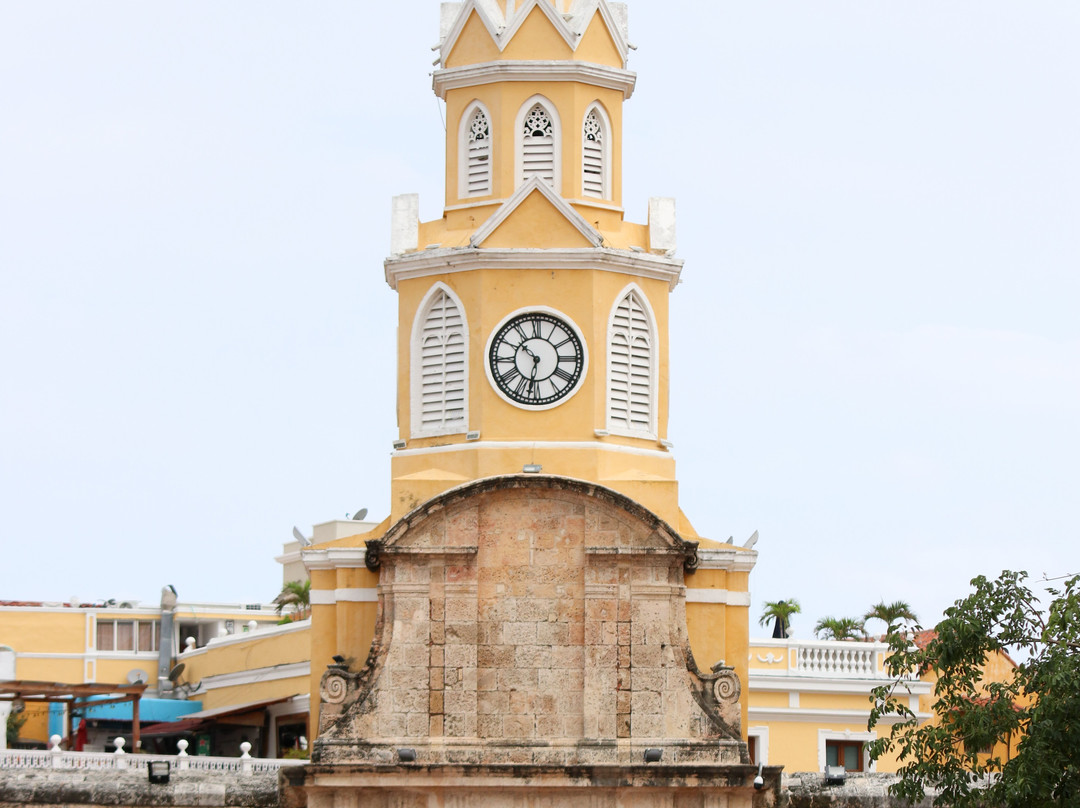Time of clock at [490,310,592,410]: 10:32
